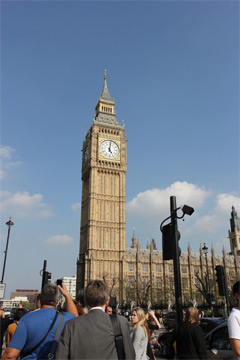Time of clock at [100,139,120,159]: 5:01
